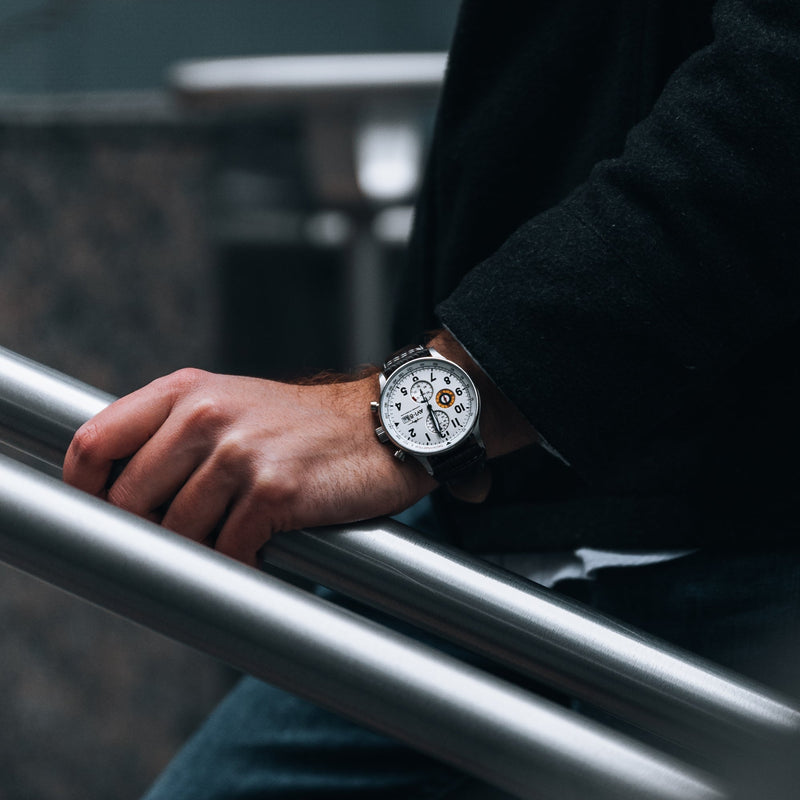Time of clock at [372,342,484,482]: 5:26
